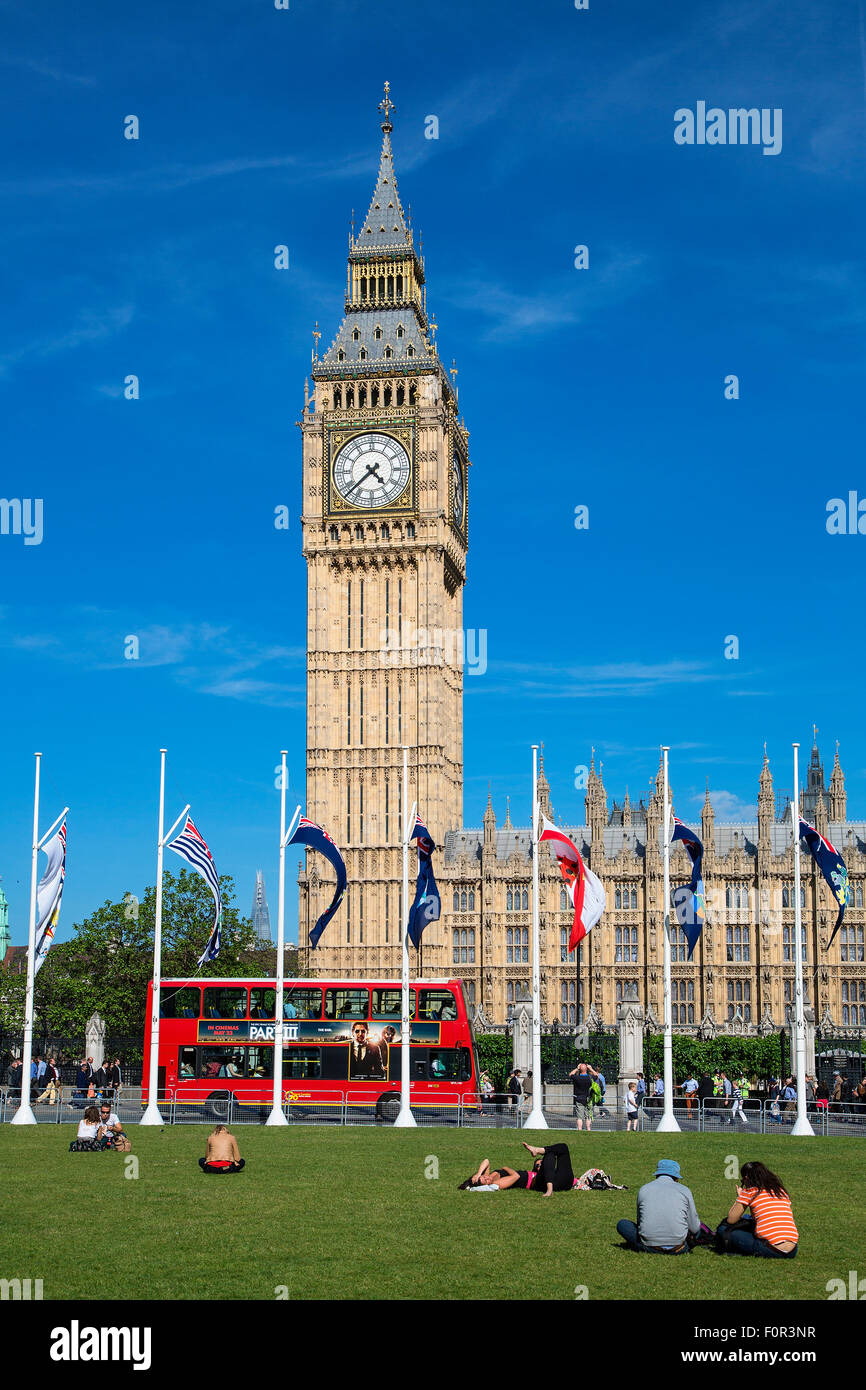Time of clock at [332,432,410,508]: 4:37
